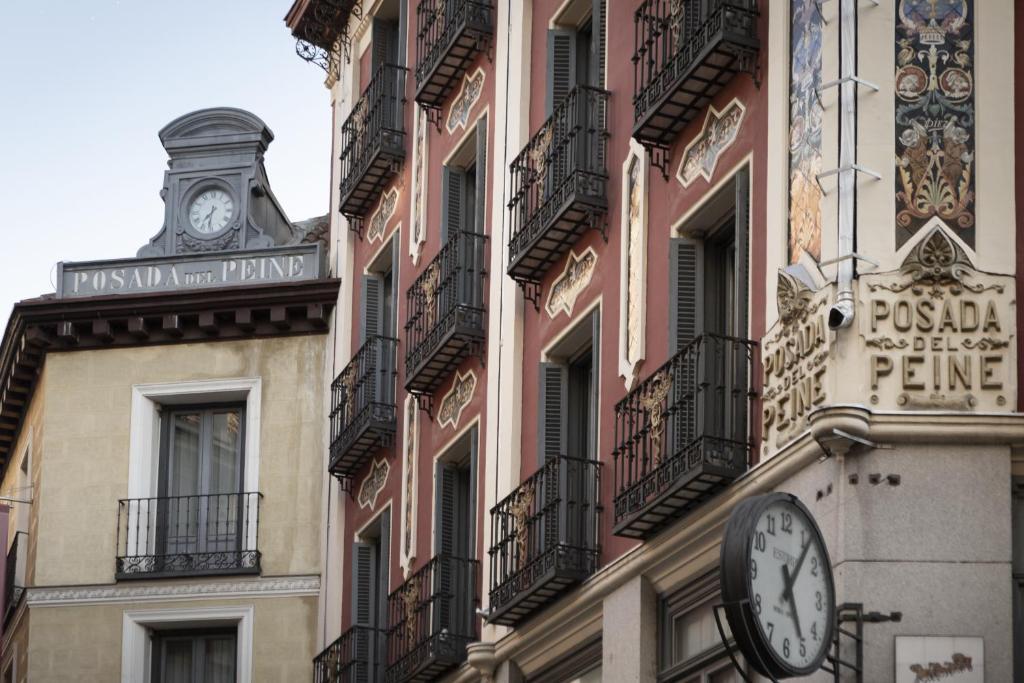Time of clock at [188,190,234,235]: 7:31
